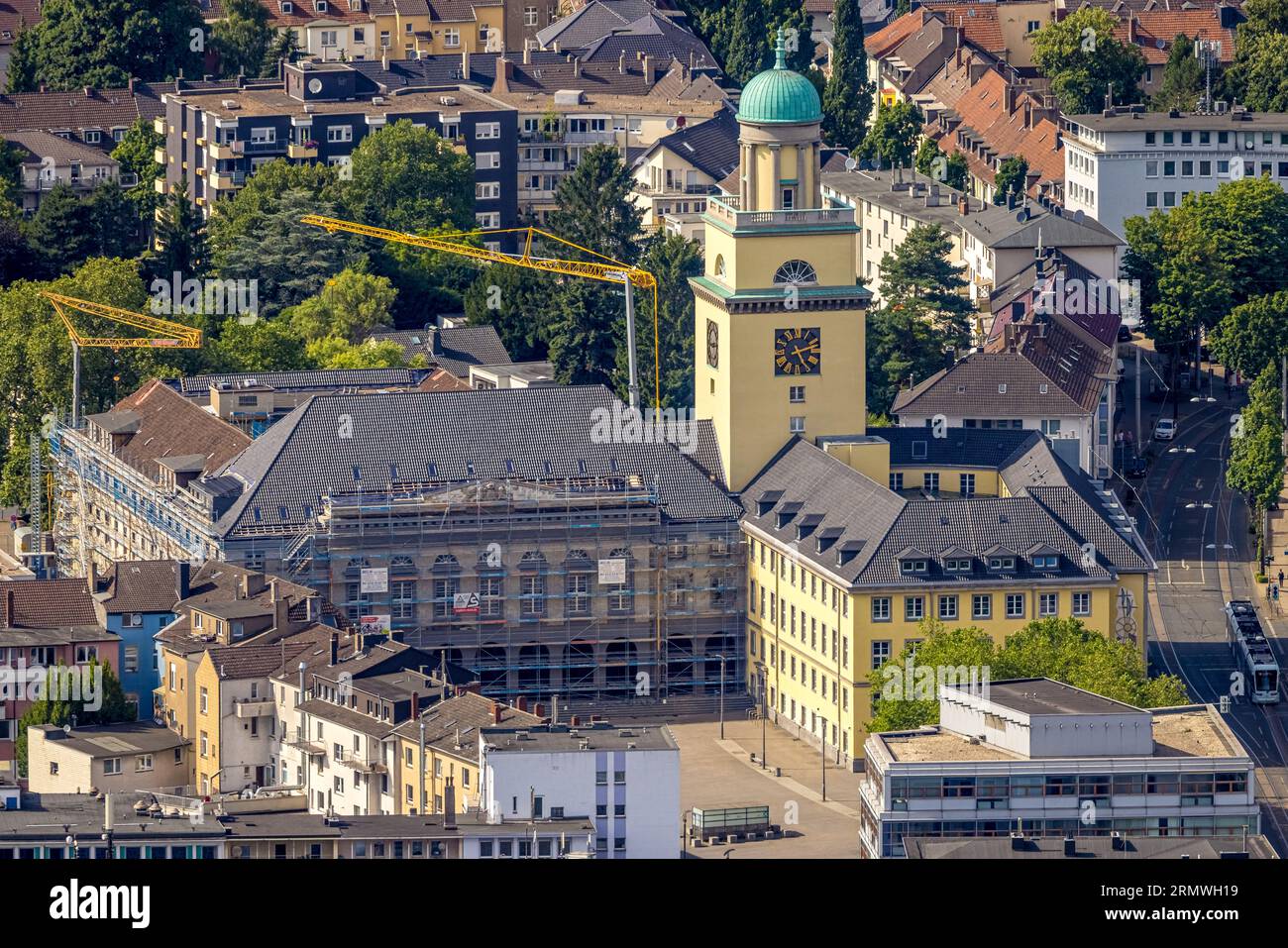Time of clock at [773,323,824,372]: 5:12
